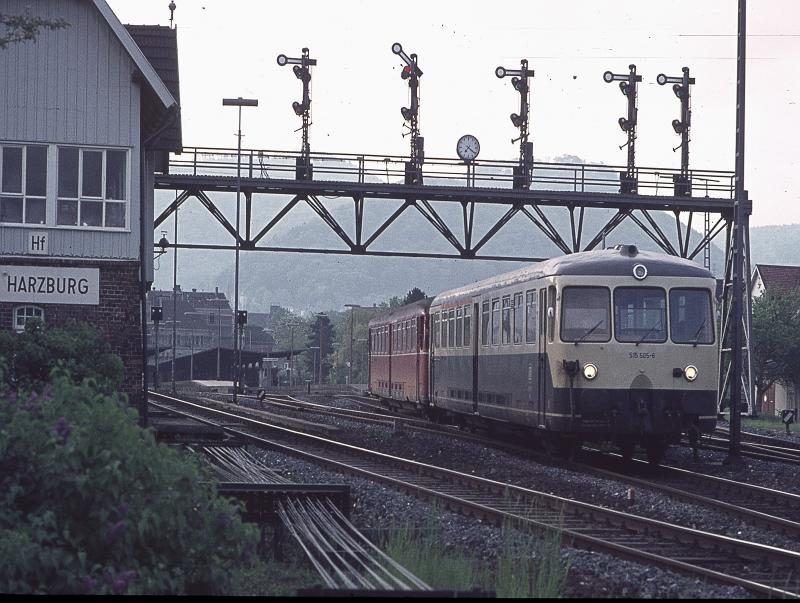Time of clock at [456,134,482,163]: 7:20
